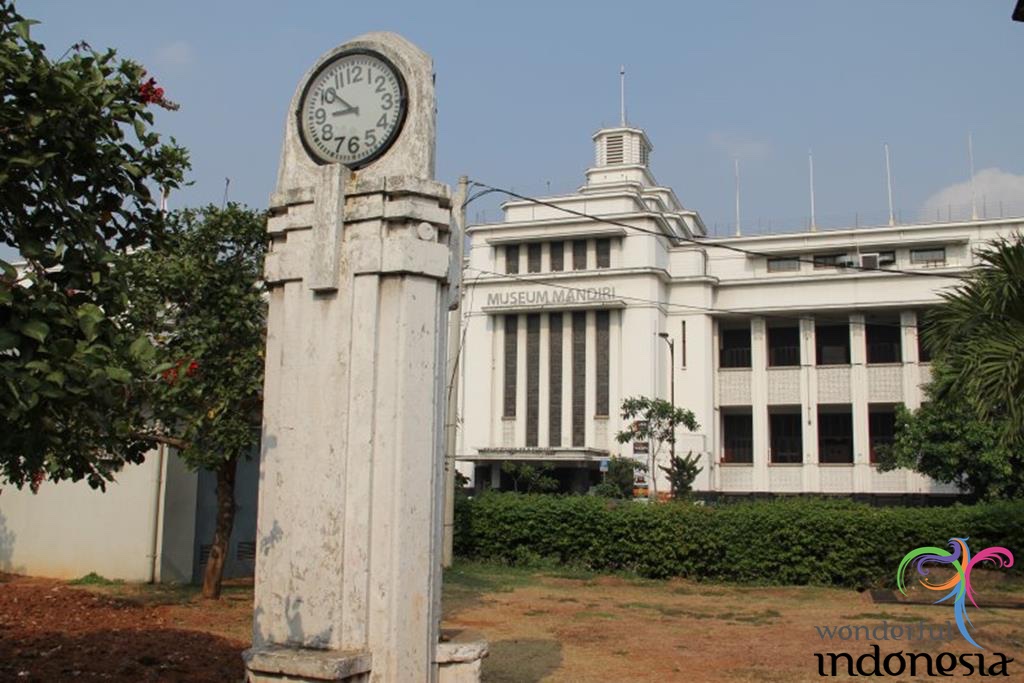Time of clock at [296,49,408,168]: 8:51
